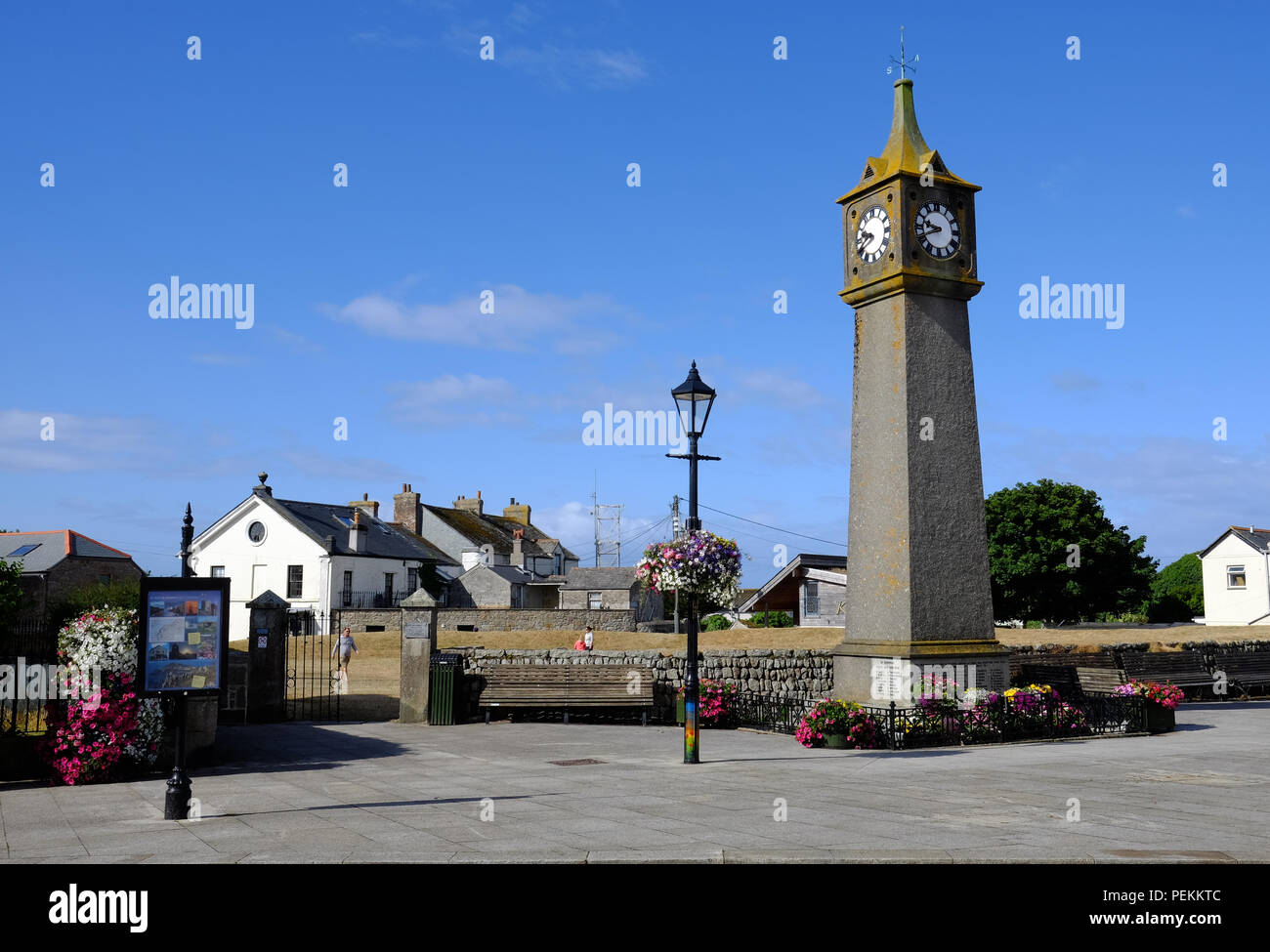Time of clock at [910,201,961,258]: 9:41
